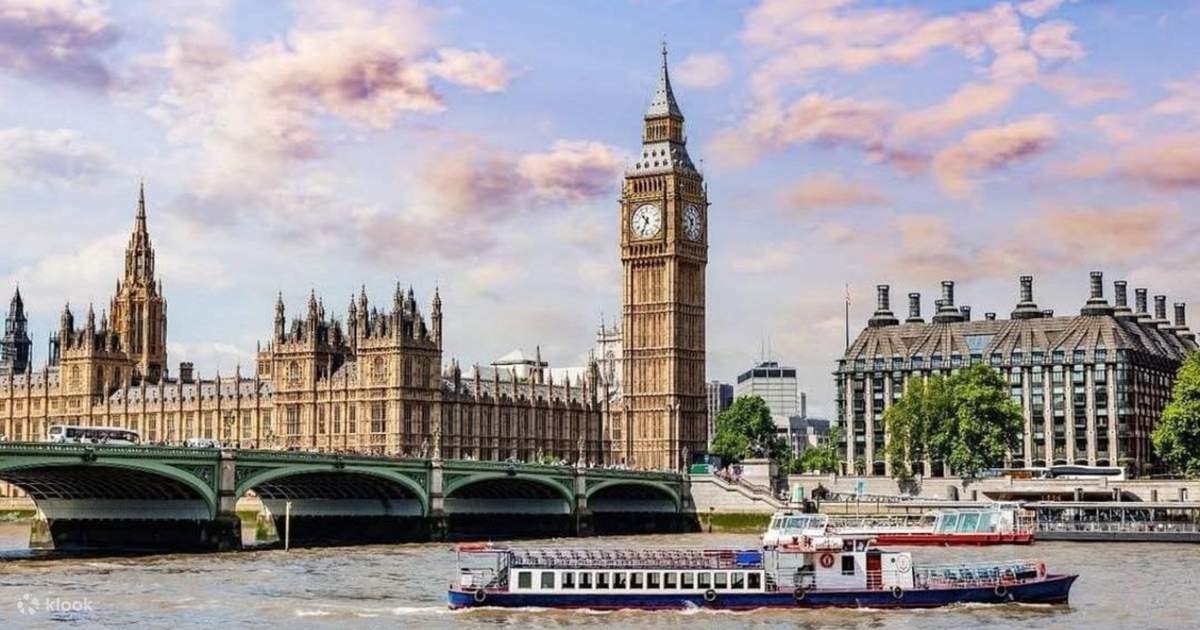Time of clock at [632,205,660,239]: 10:34
